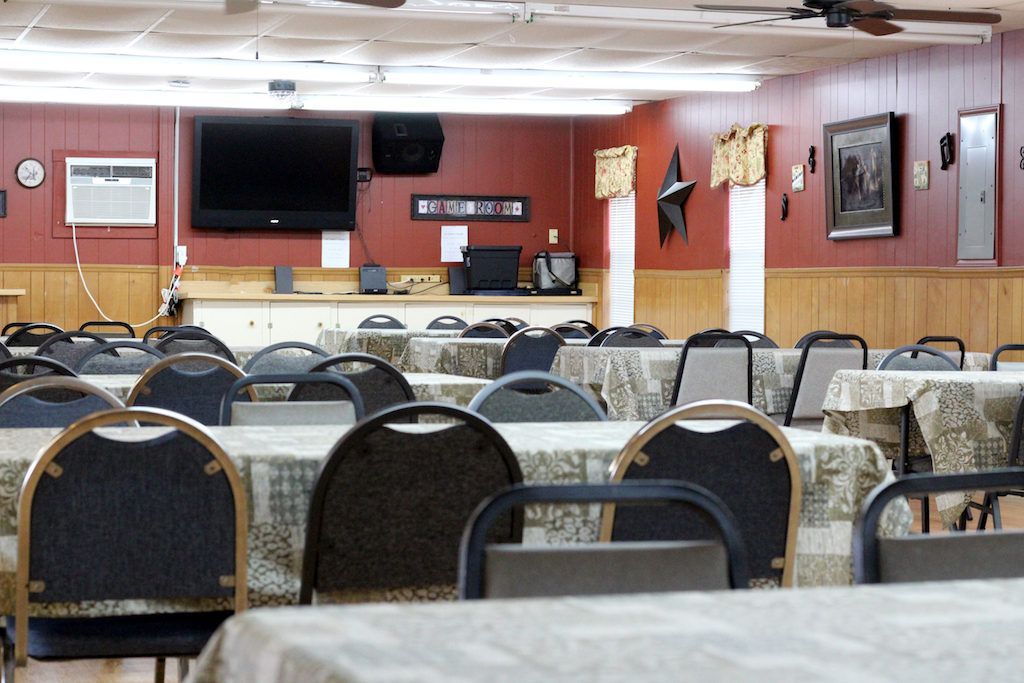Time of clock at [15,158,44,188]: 4:52
